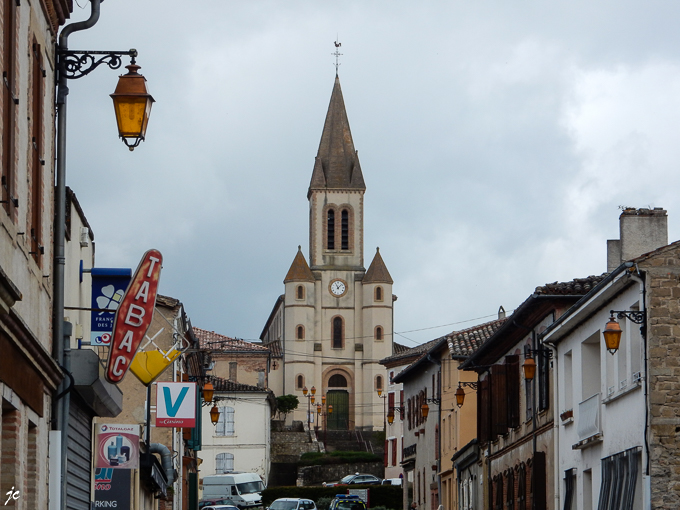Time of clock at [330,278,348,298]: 11:07
